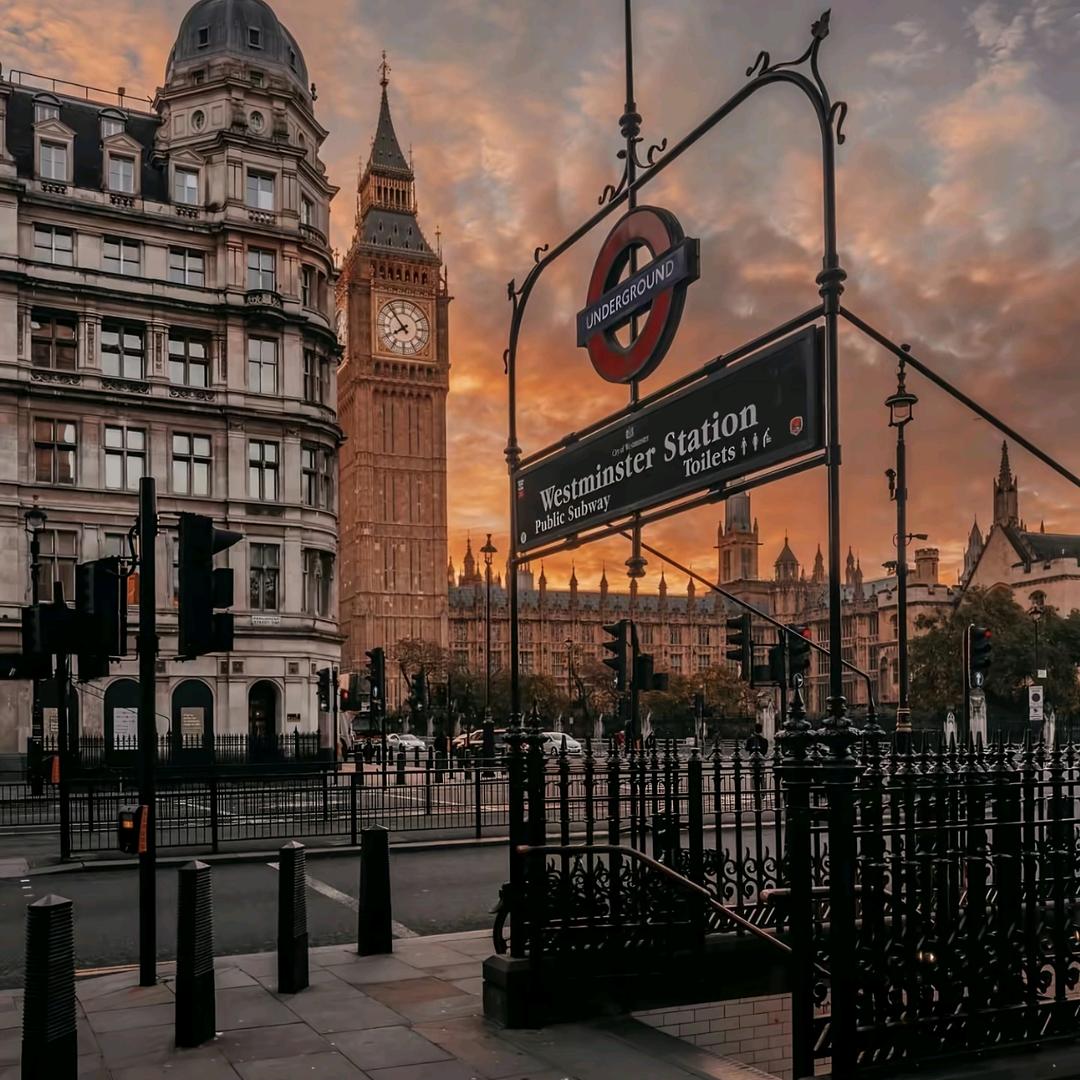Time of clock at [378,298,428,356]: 7:52
